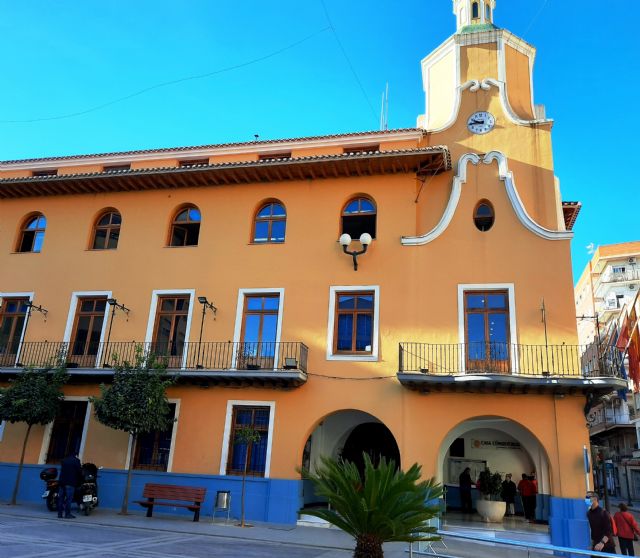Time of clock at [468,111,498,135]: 9:44
